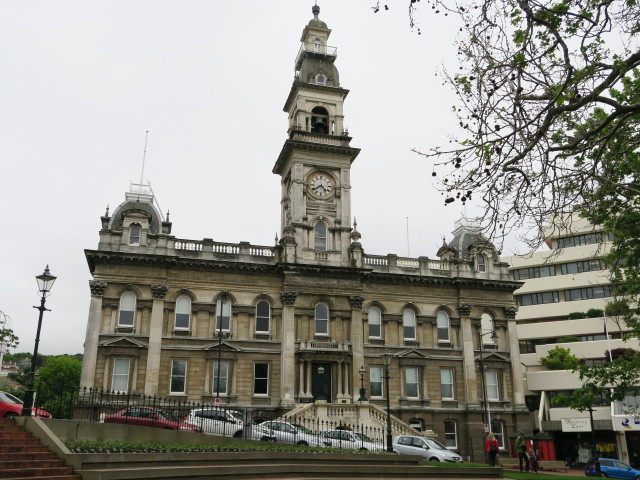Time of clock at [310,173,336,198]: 4:38
